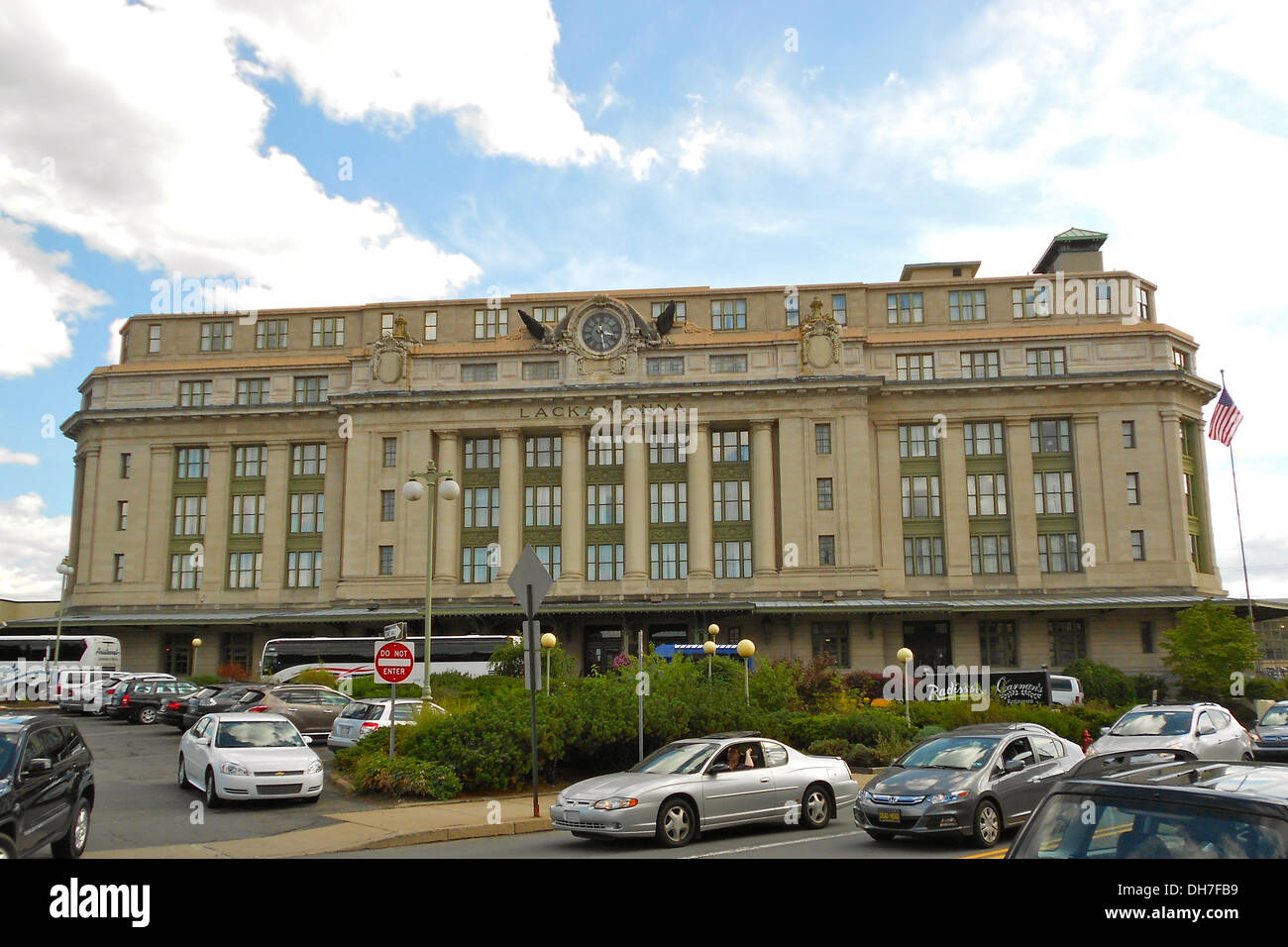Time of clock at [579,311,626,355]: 3:28
